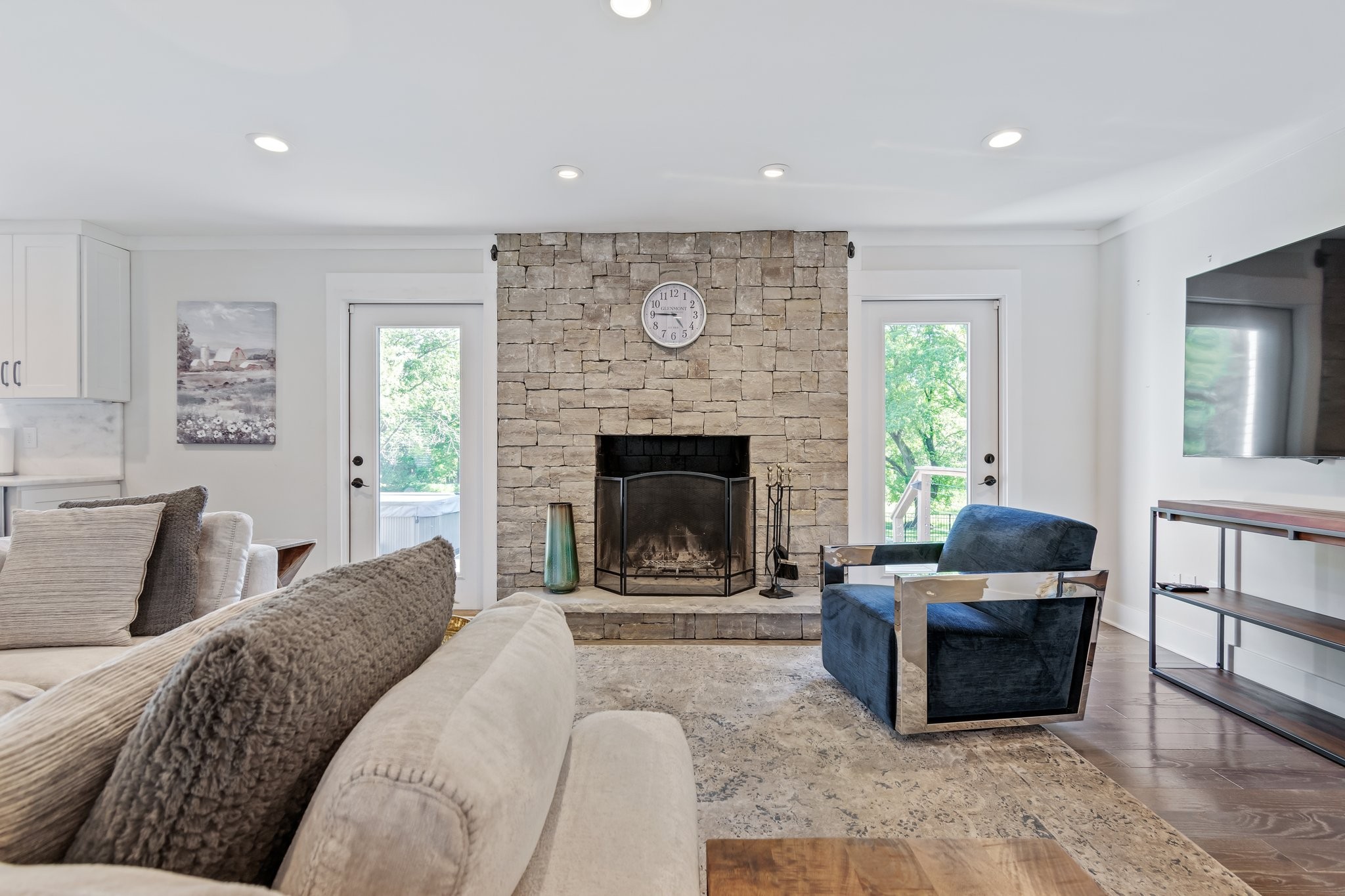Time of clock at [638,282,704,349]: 4:45
